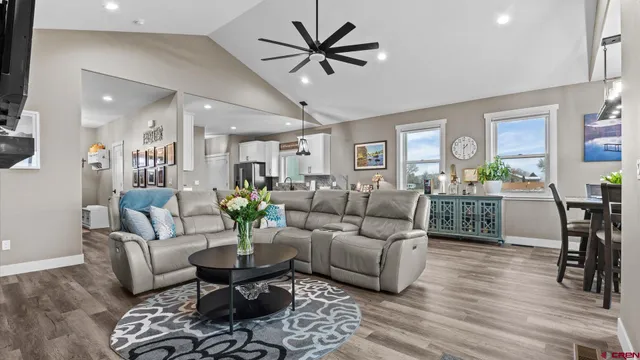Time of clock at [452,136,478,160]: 1:30
